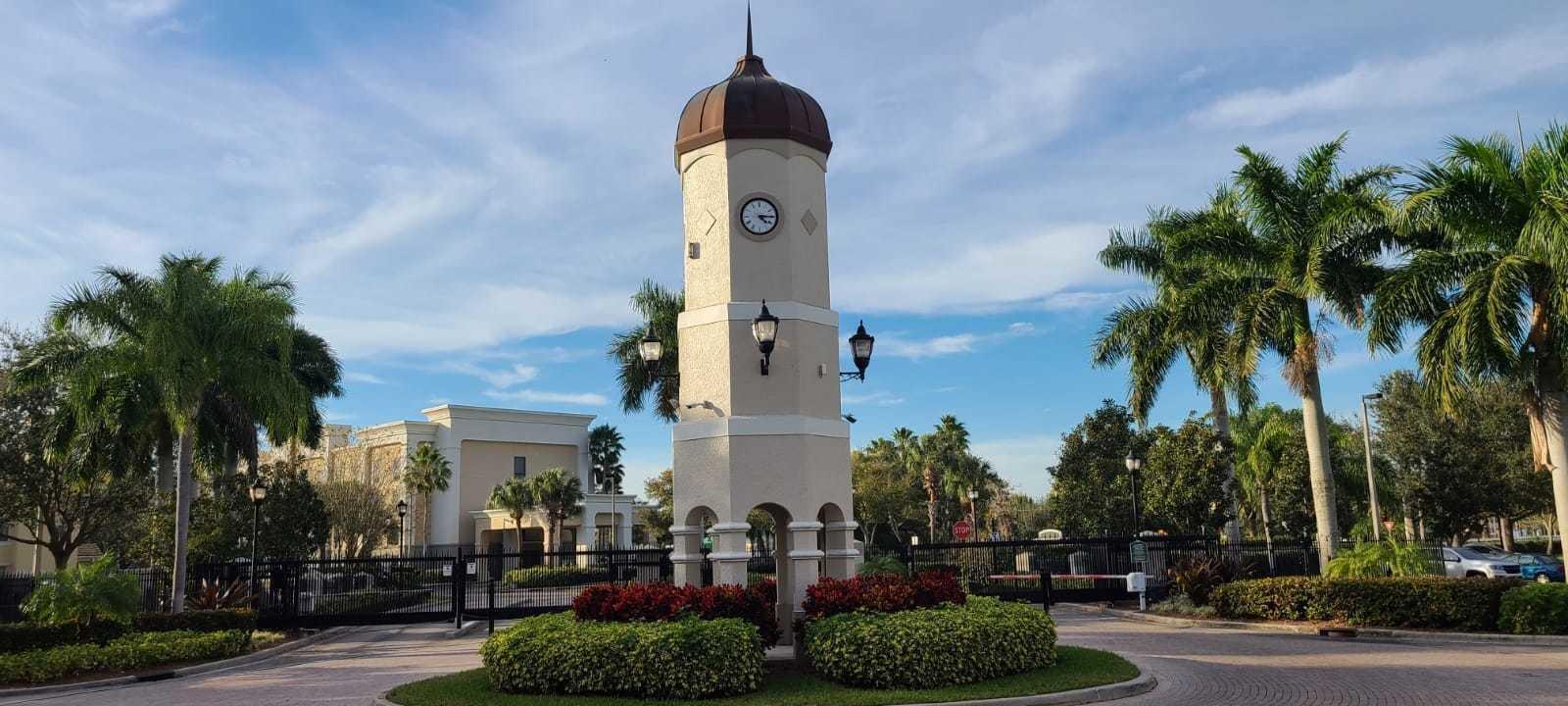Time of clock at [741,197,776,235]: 4:14
